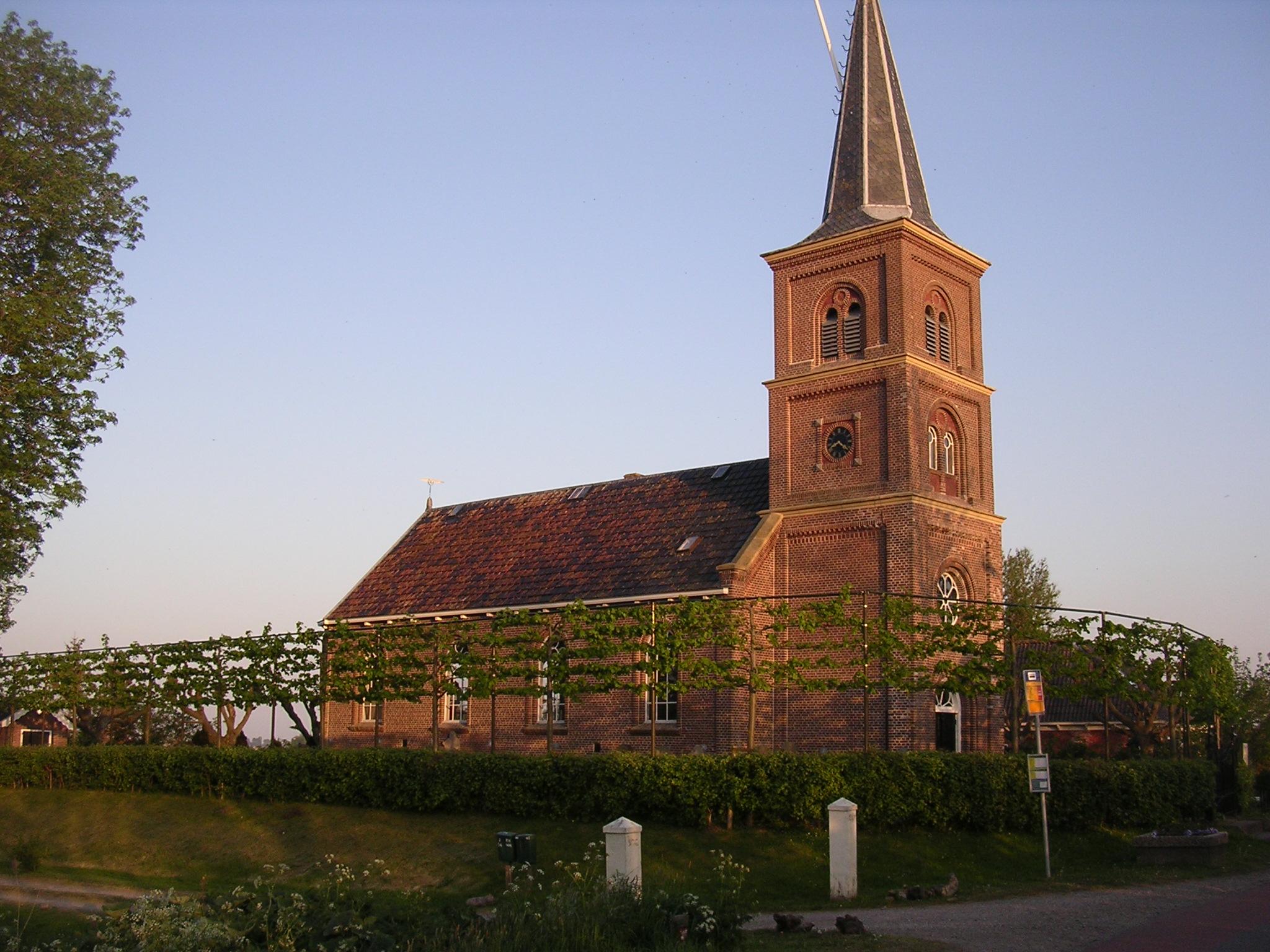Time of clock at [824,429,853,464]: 8:20
